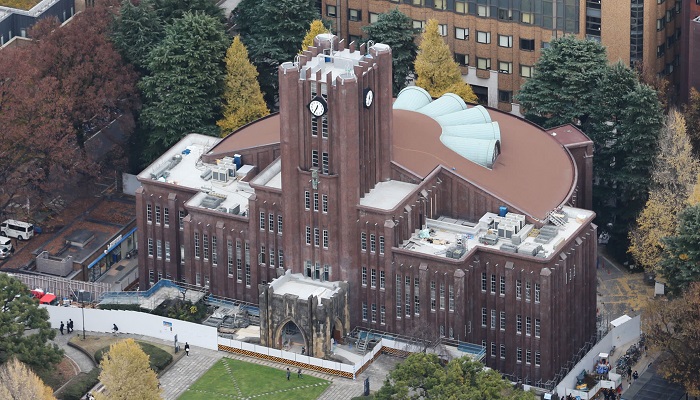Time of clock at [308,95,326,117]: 12:34
